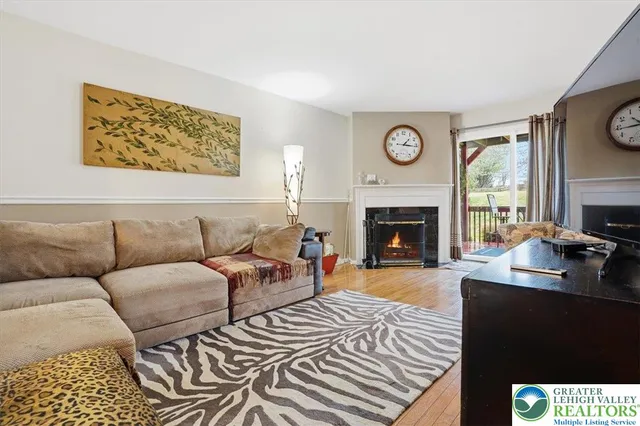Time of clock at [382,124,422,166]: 1:16
